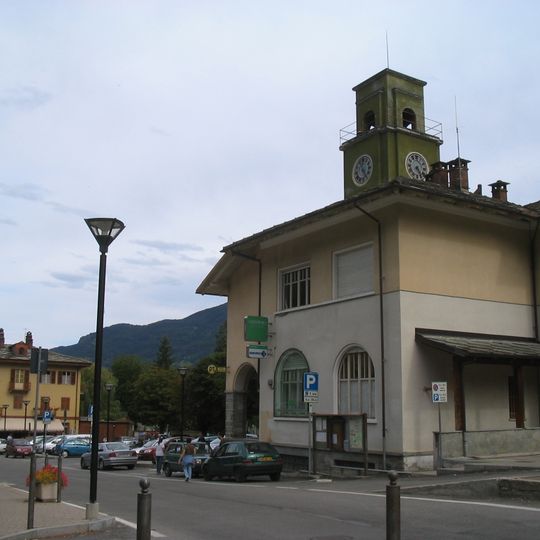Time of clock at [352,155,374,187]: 11:24
